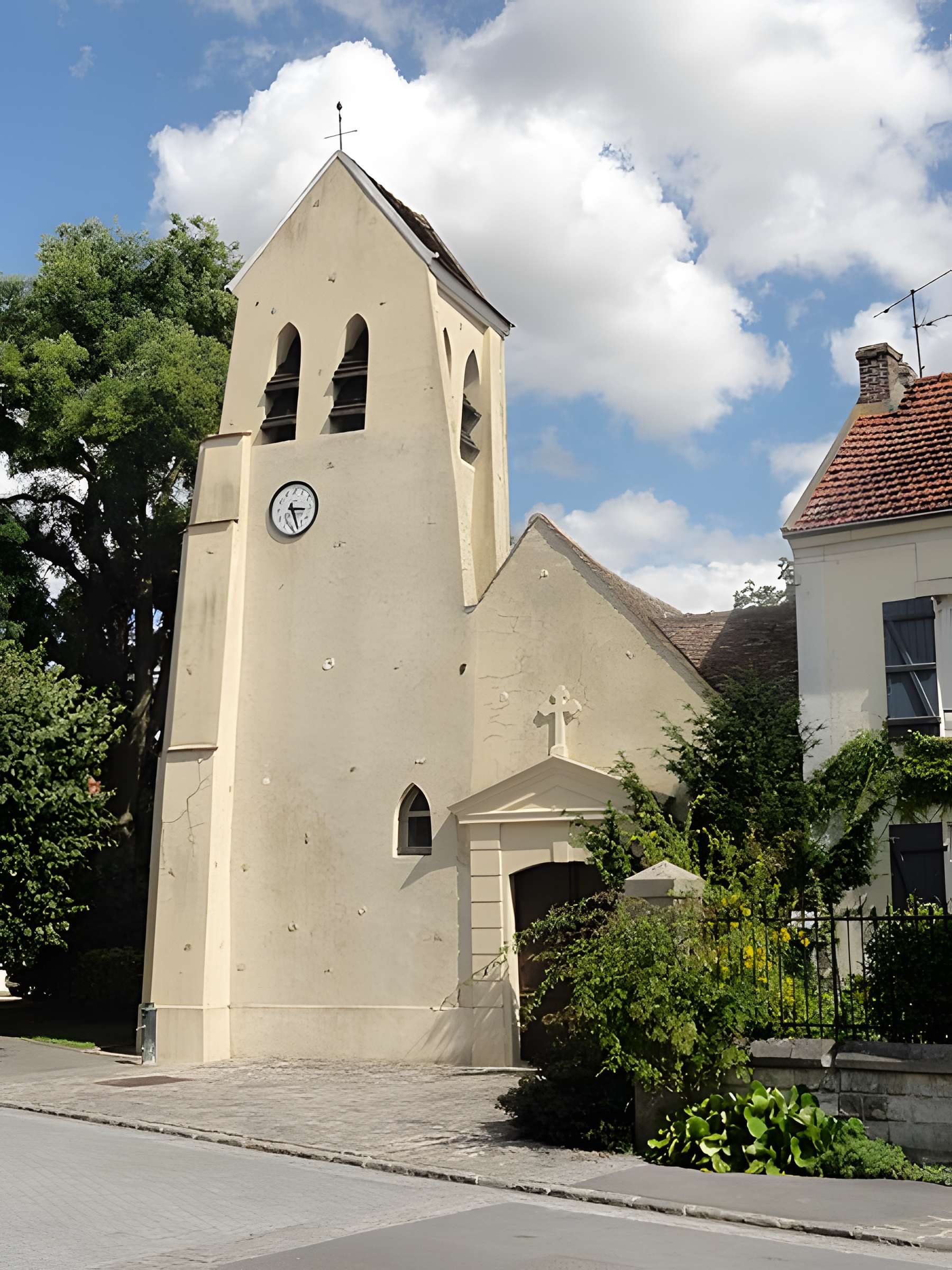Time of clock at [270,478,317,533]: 3:26
